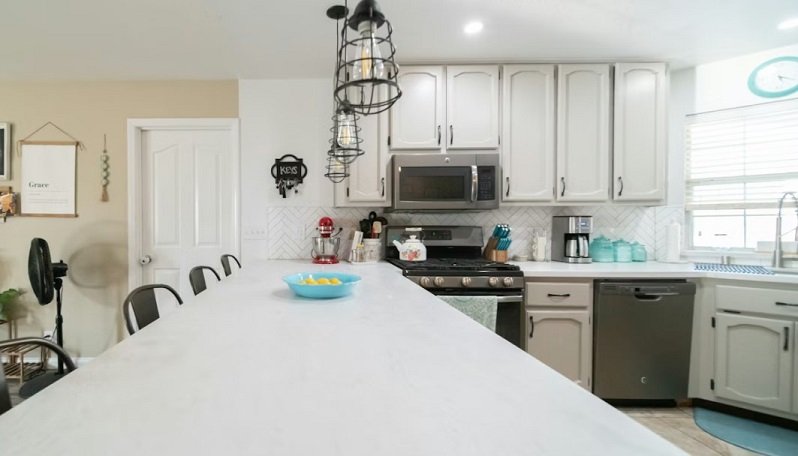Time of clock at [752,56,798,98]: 5:18
